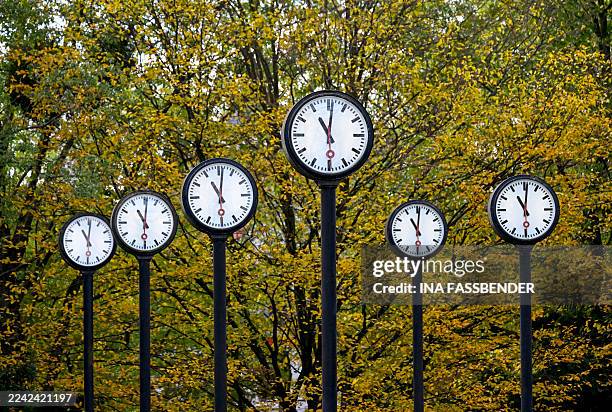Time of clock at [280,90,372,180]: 11:01
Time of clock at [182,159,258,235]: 11:01
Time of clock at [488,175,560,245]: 11:01
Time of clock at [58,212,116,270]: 11:00
